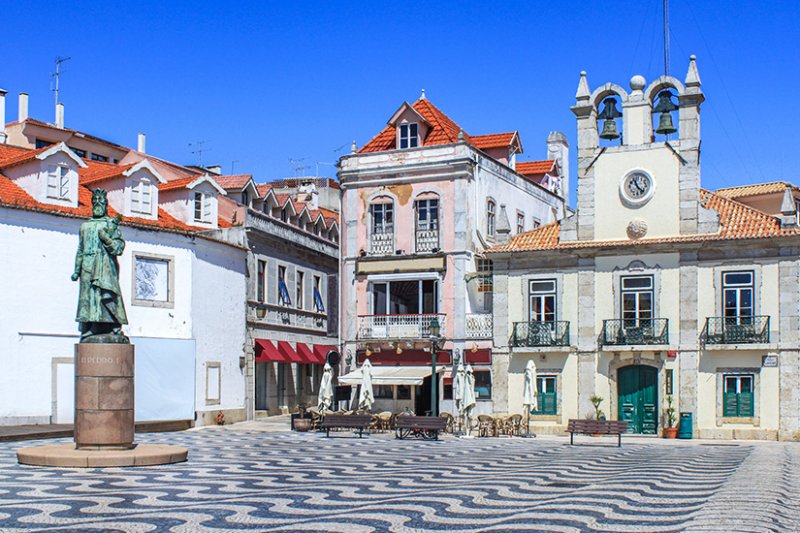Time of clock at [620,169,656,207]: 11:21
